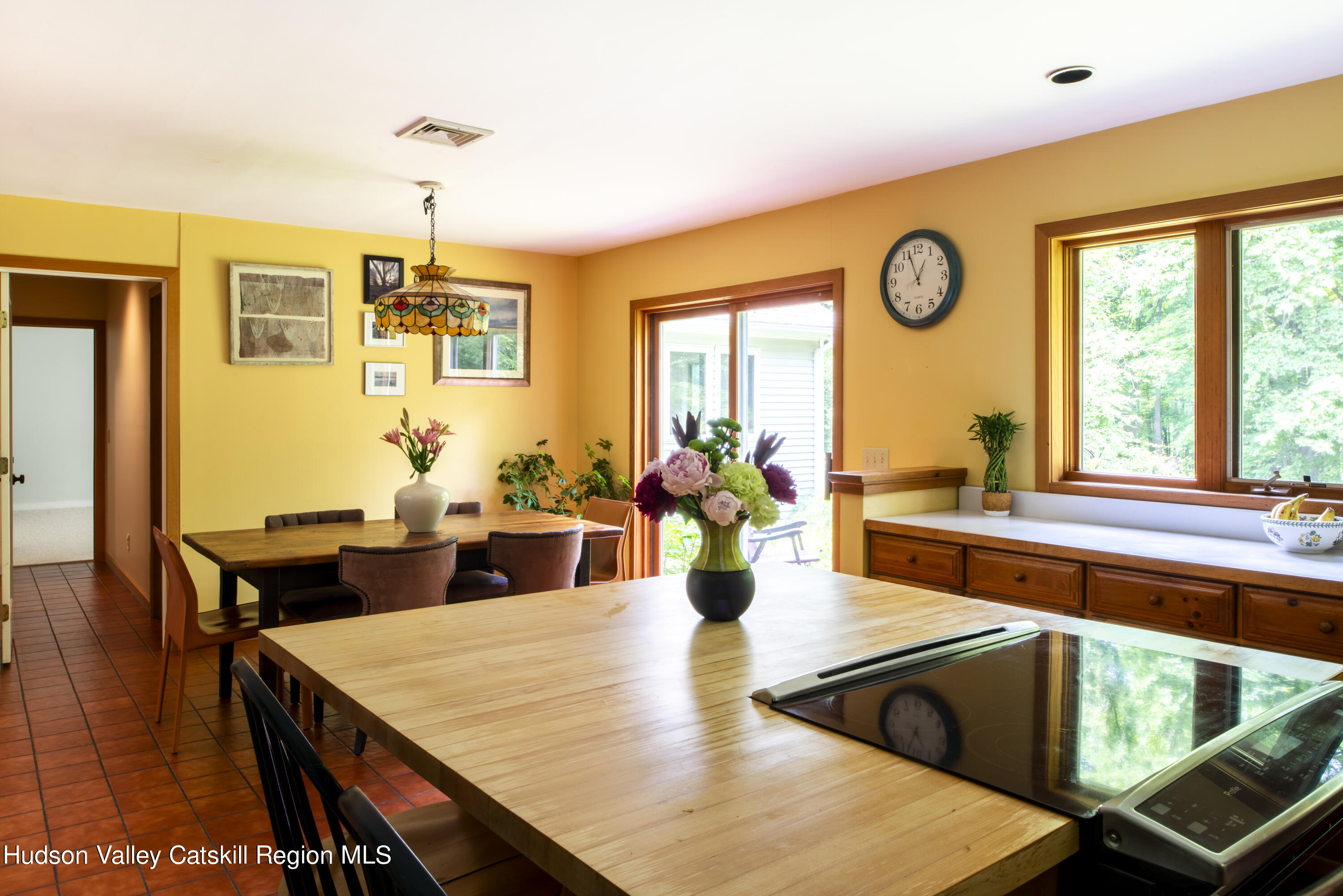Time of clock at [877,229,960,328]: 12:56
